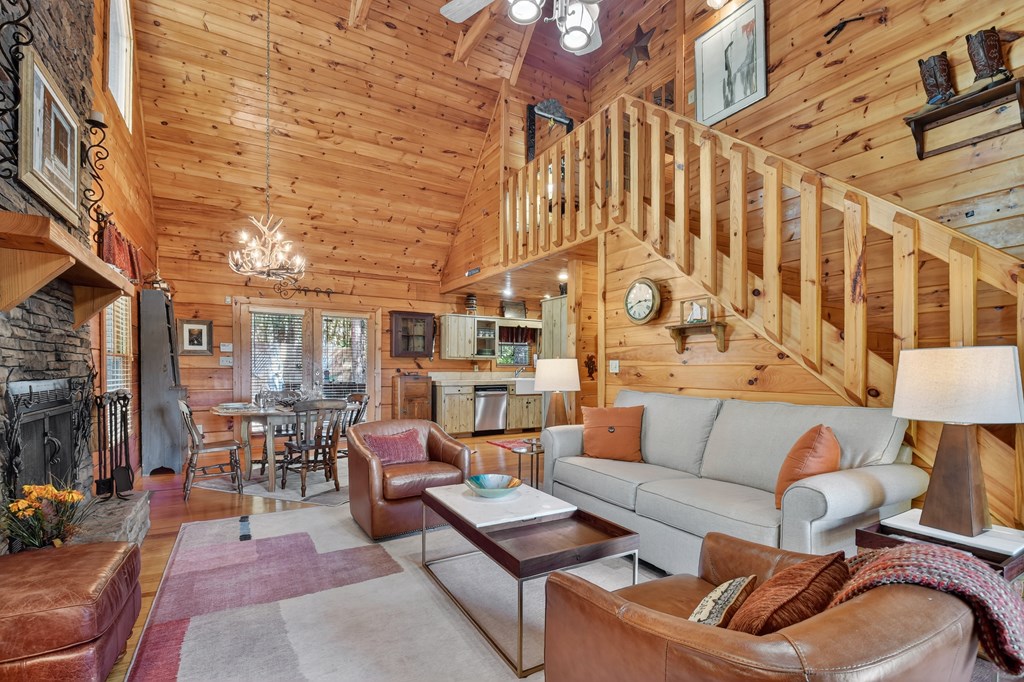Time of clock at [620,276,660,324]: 2:40
